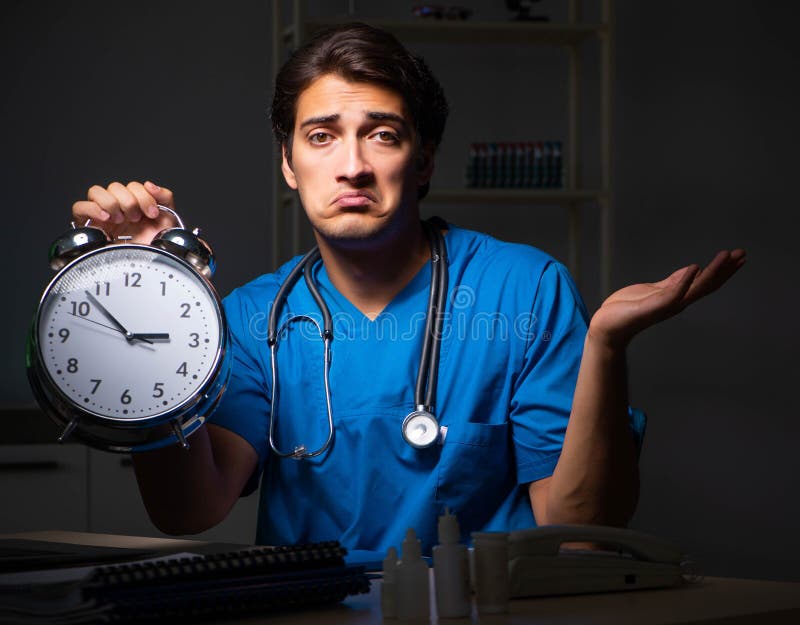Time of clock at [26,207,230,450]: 2:52
